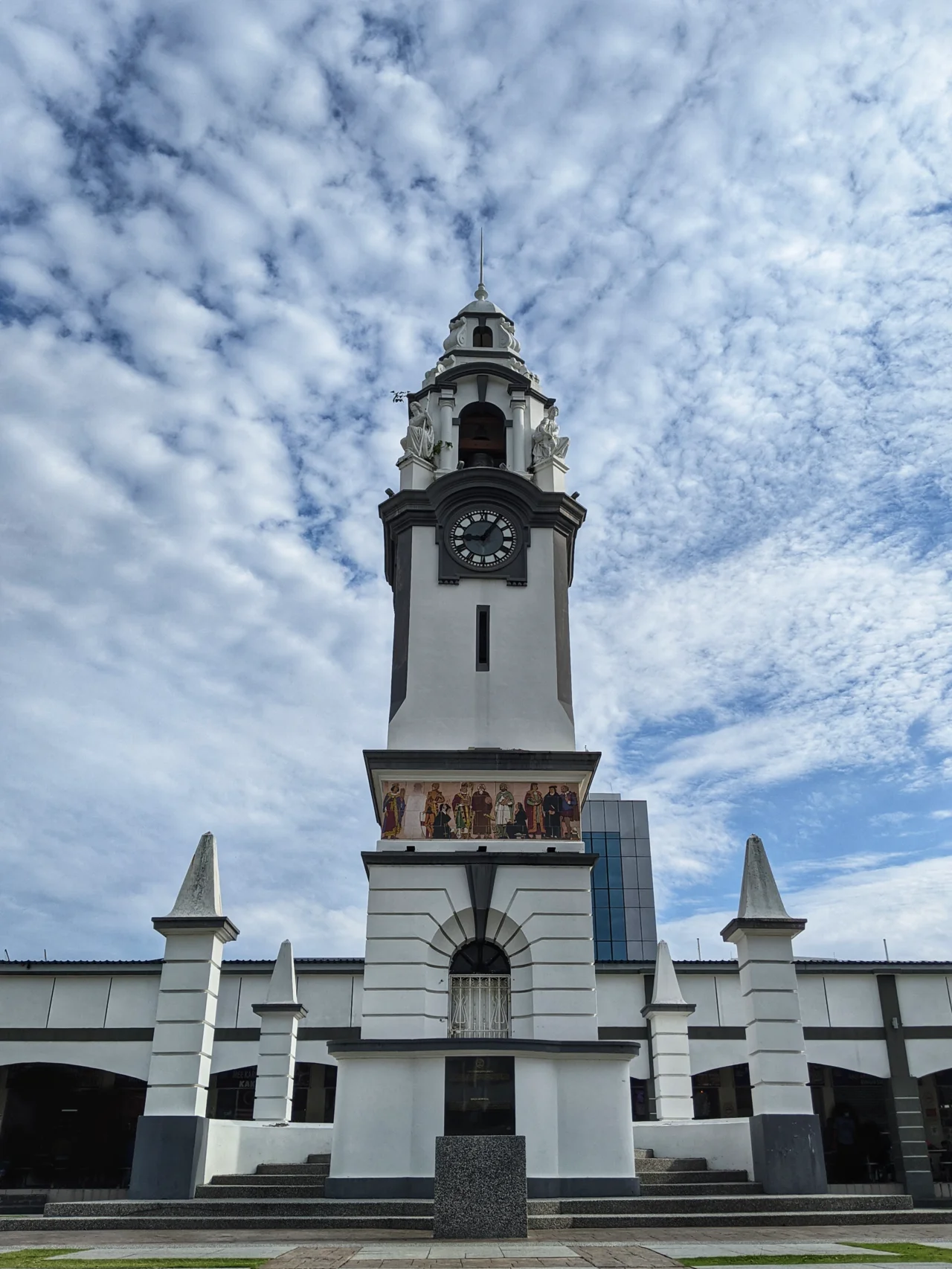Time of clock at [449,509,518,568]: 9:05
